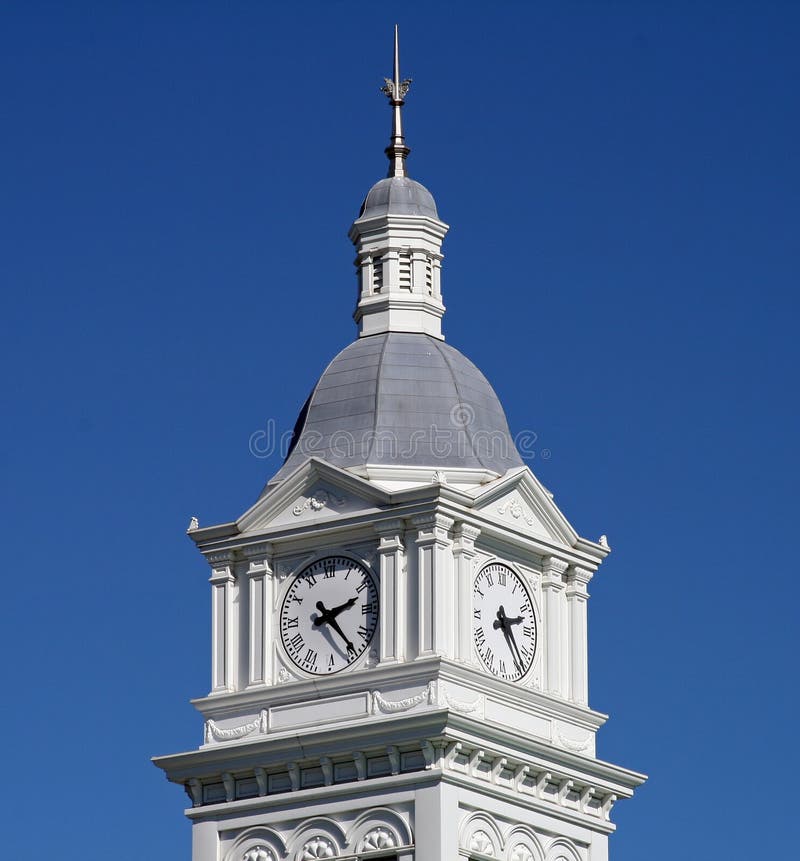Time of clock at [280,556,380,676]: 2:23
